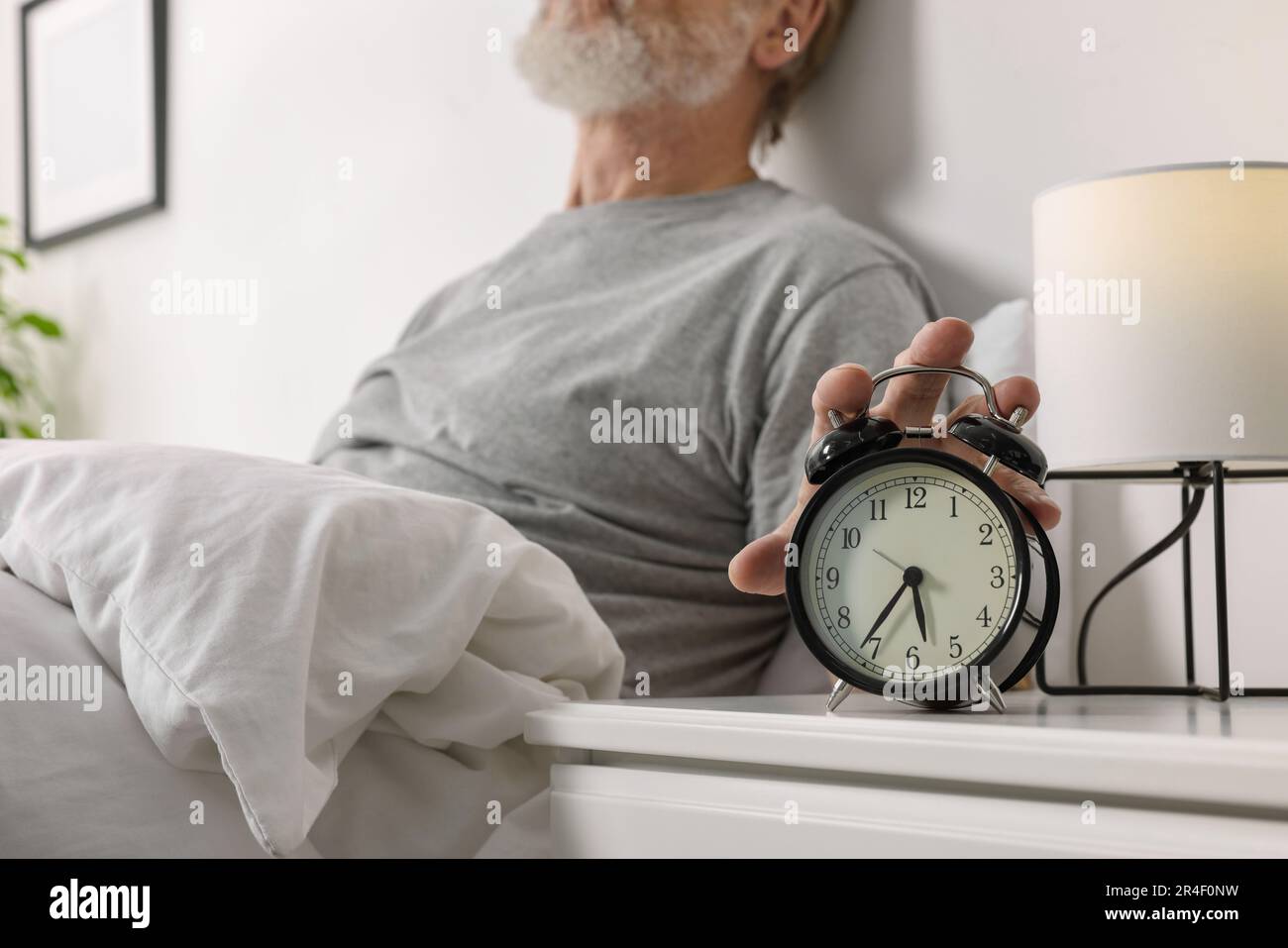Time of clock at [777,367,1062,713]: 5:36
